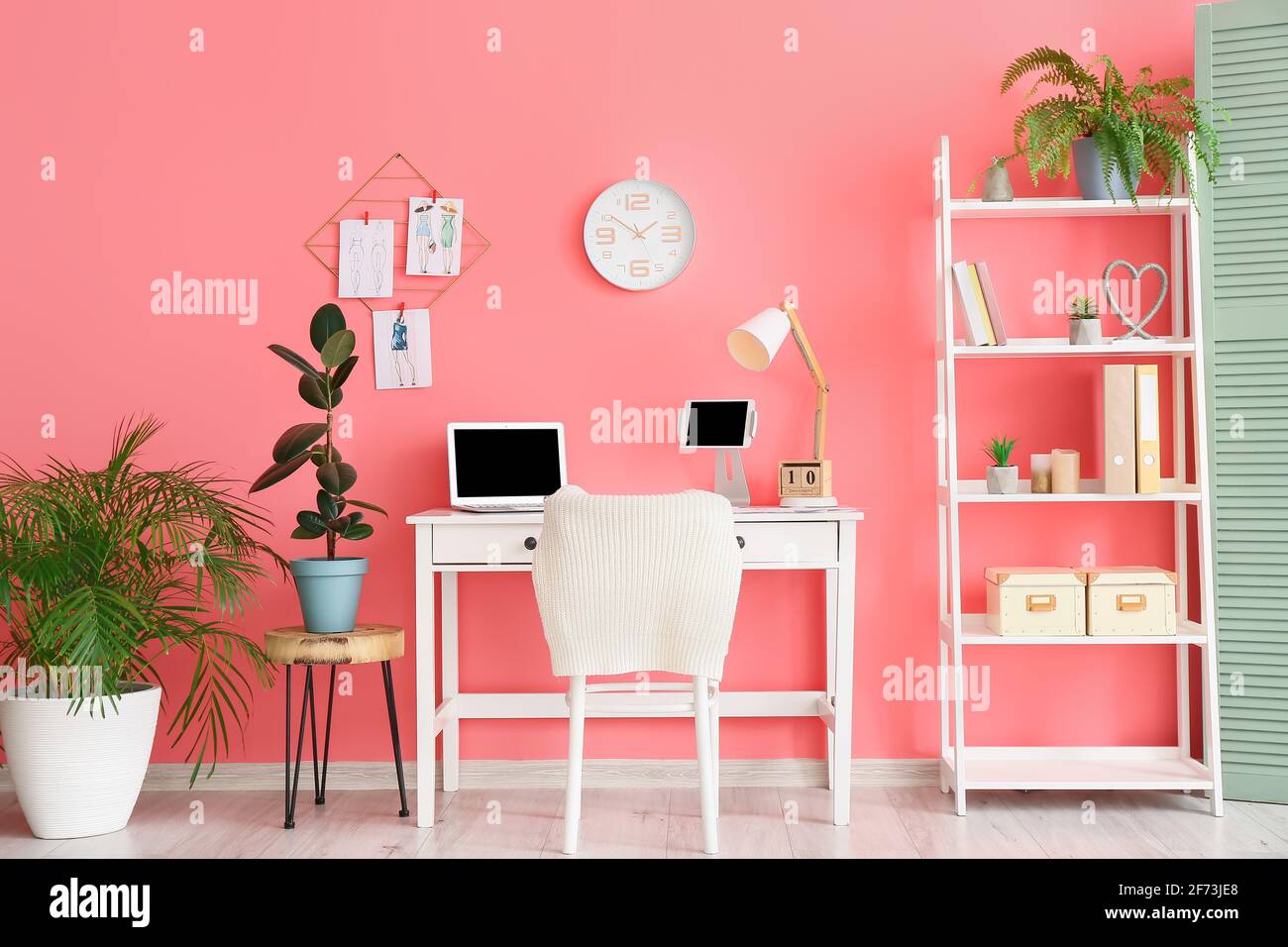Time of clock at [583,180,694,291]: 1:50
